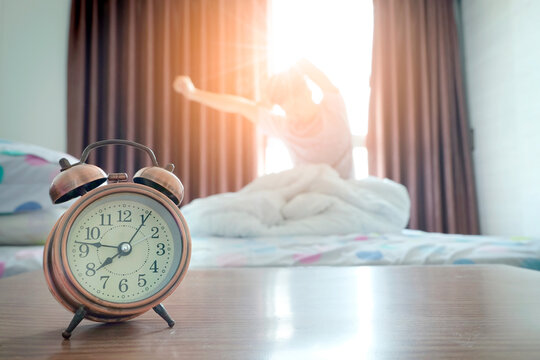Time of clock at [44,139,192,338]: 7:46
